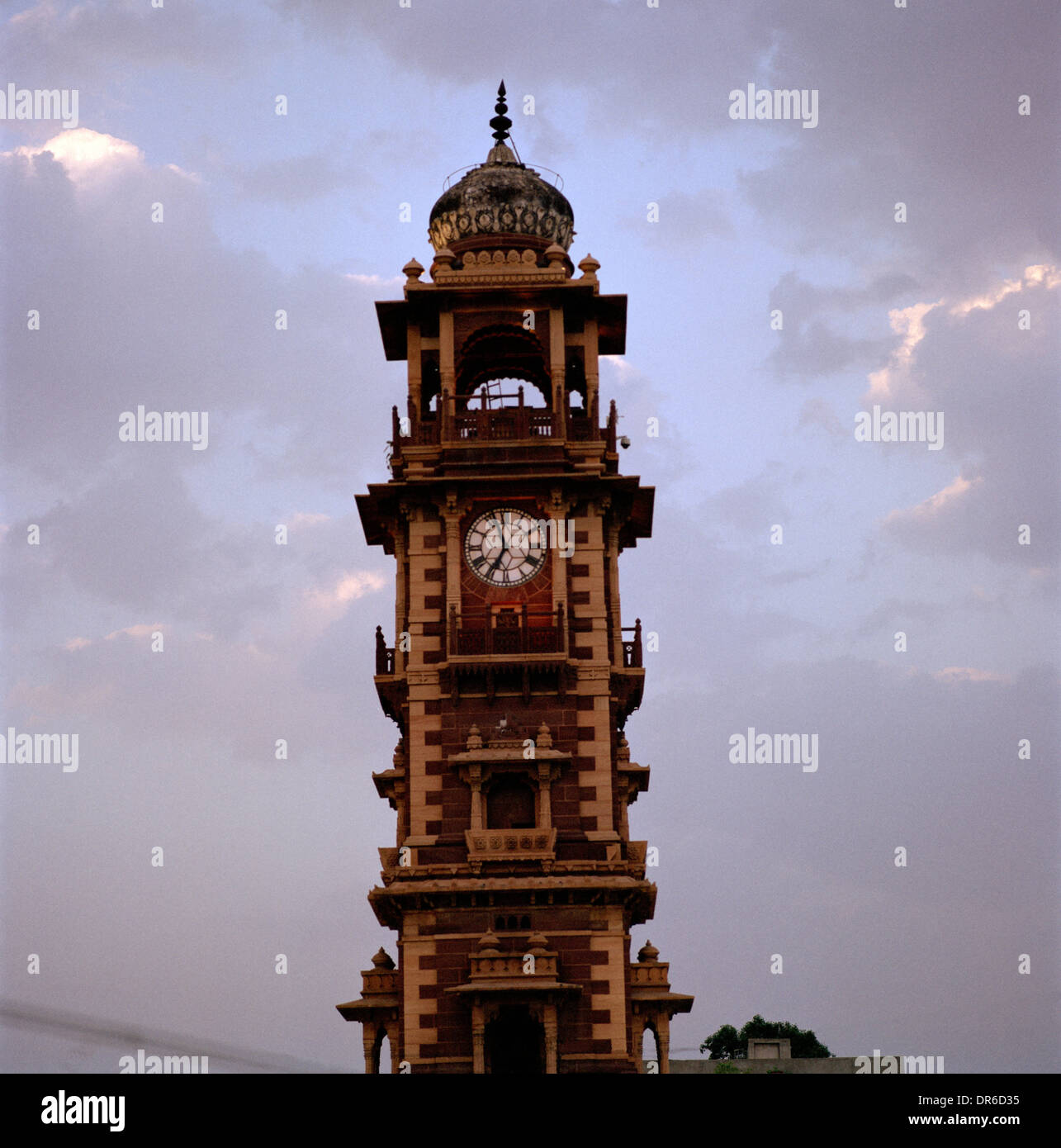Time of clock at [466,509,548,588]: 6:58
